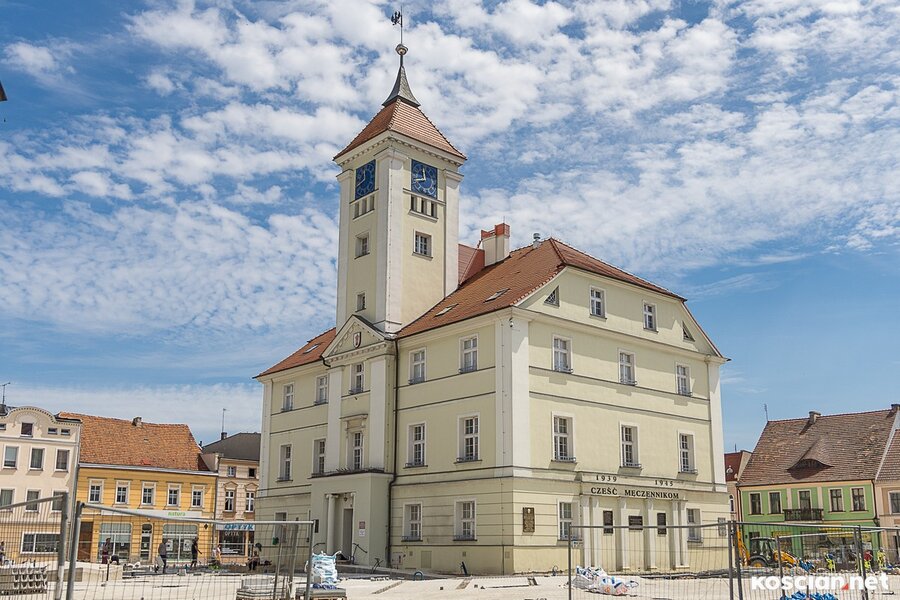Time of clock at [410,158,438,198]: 11:42
